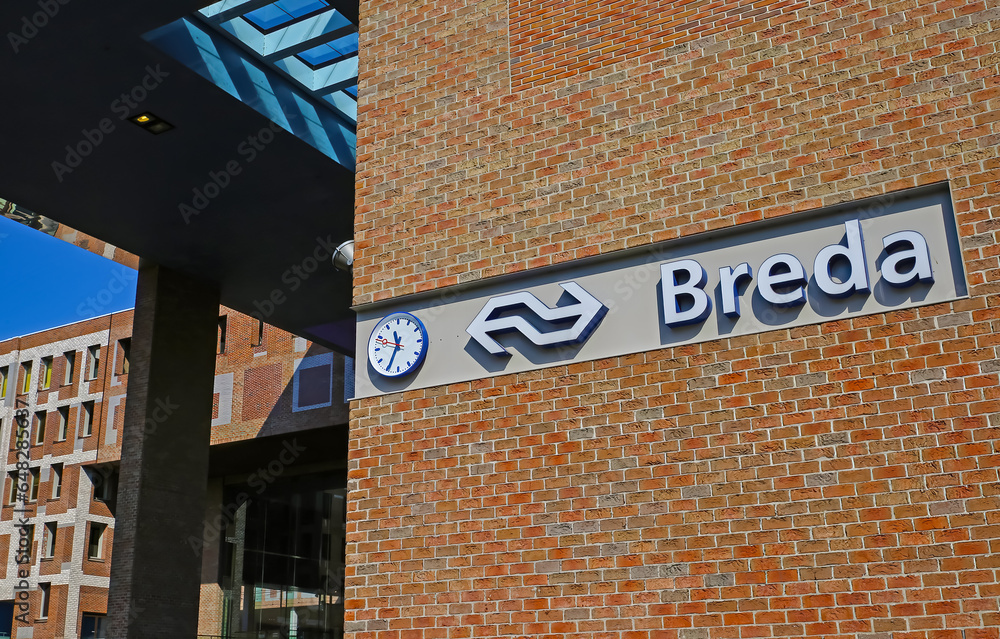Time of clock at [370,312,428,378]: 11:34
